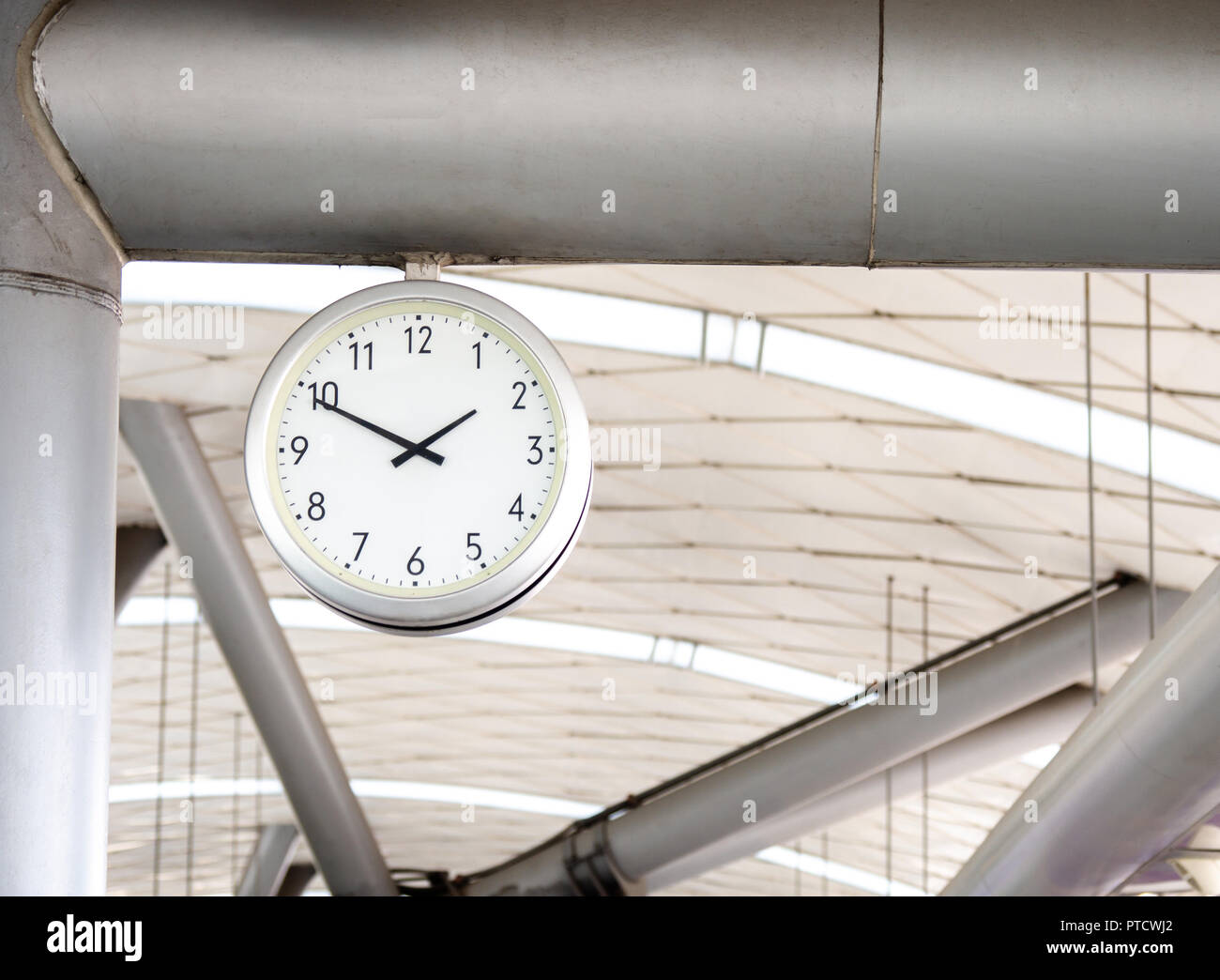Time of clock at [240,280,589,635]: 1:49
